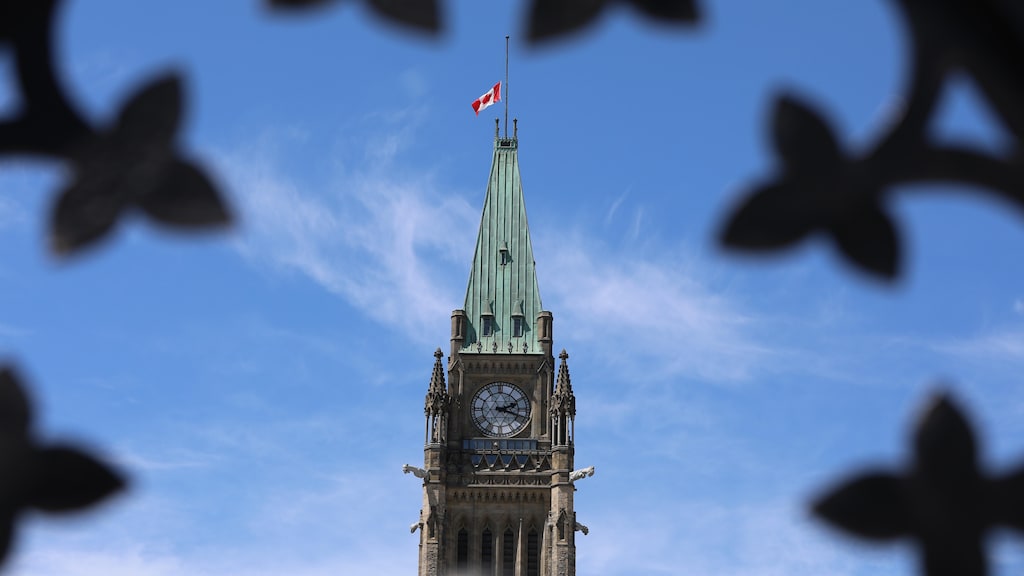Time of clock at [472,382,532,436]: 2:18
